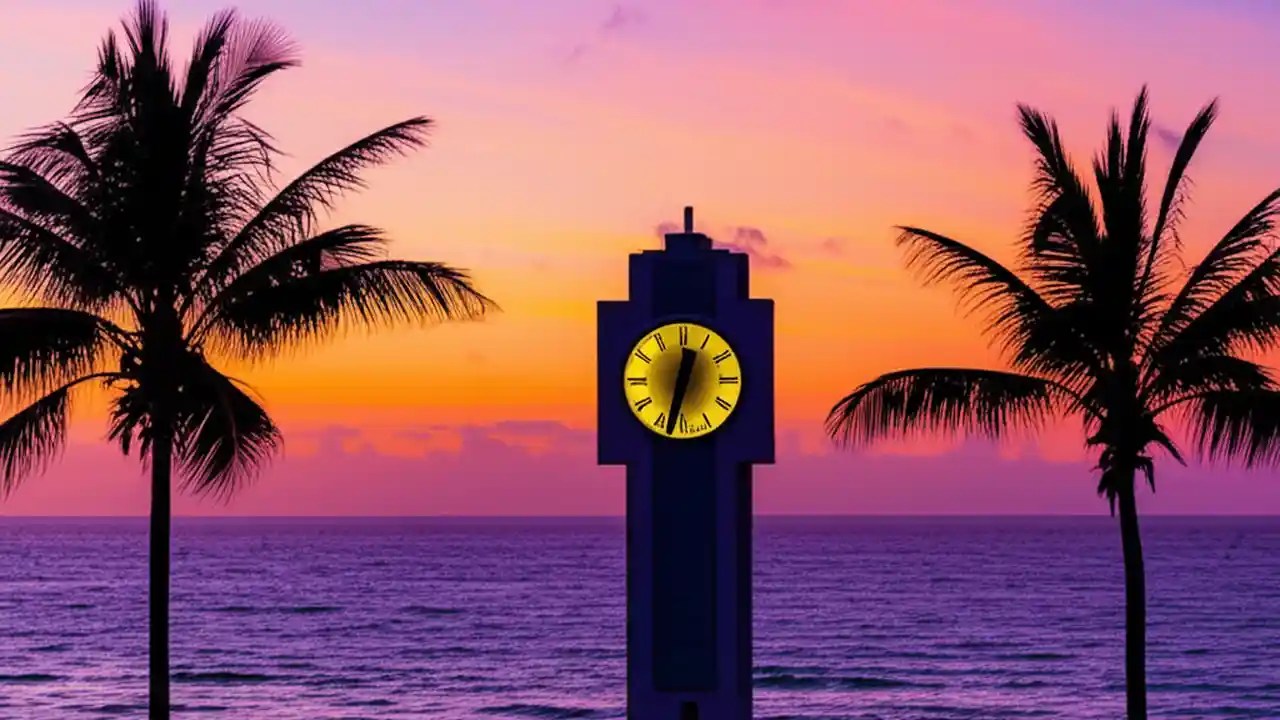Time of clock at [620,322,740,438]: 12:32
